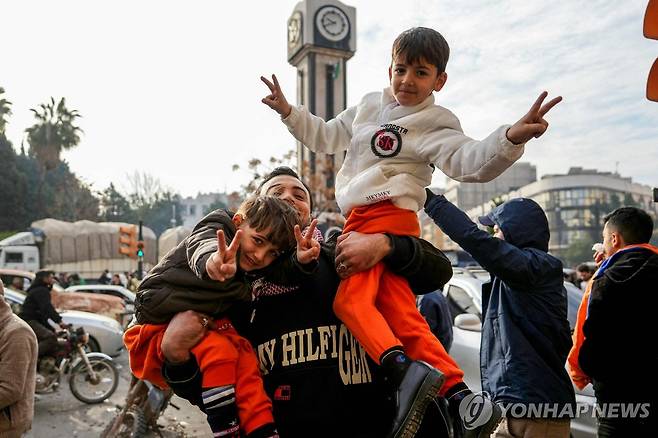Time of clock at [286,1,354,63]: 9:41
